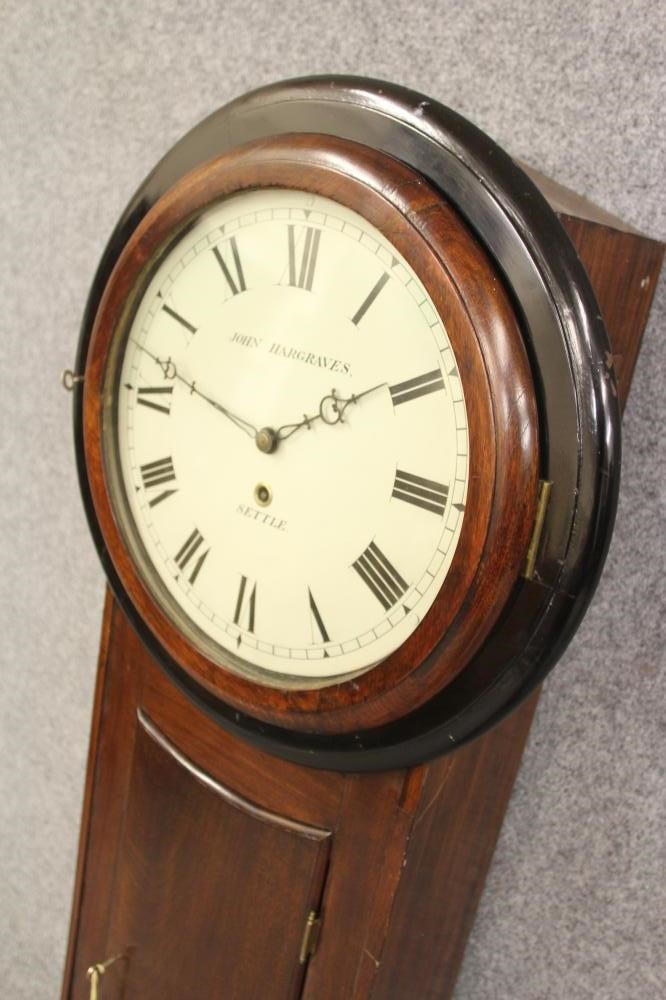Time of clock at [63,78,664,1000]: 1:47
